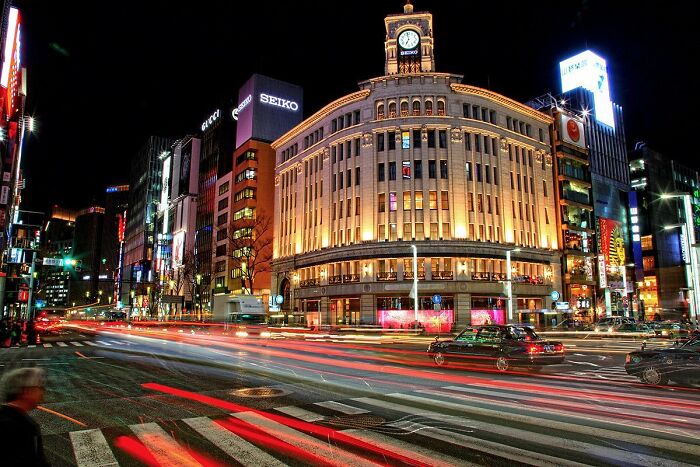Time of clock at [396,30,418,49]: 6:58
